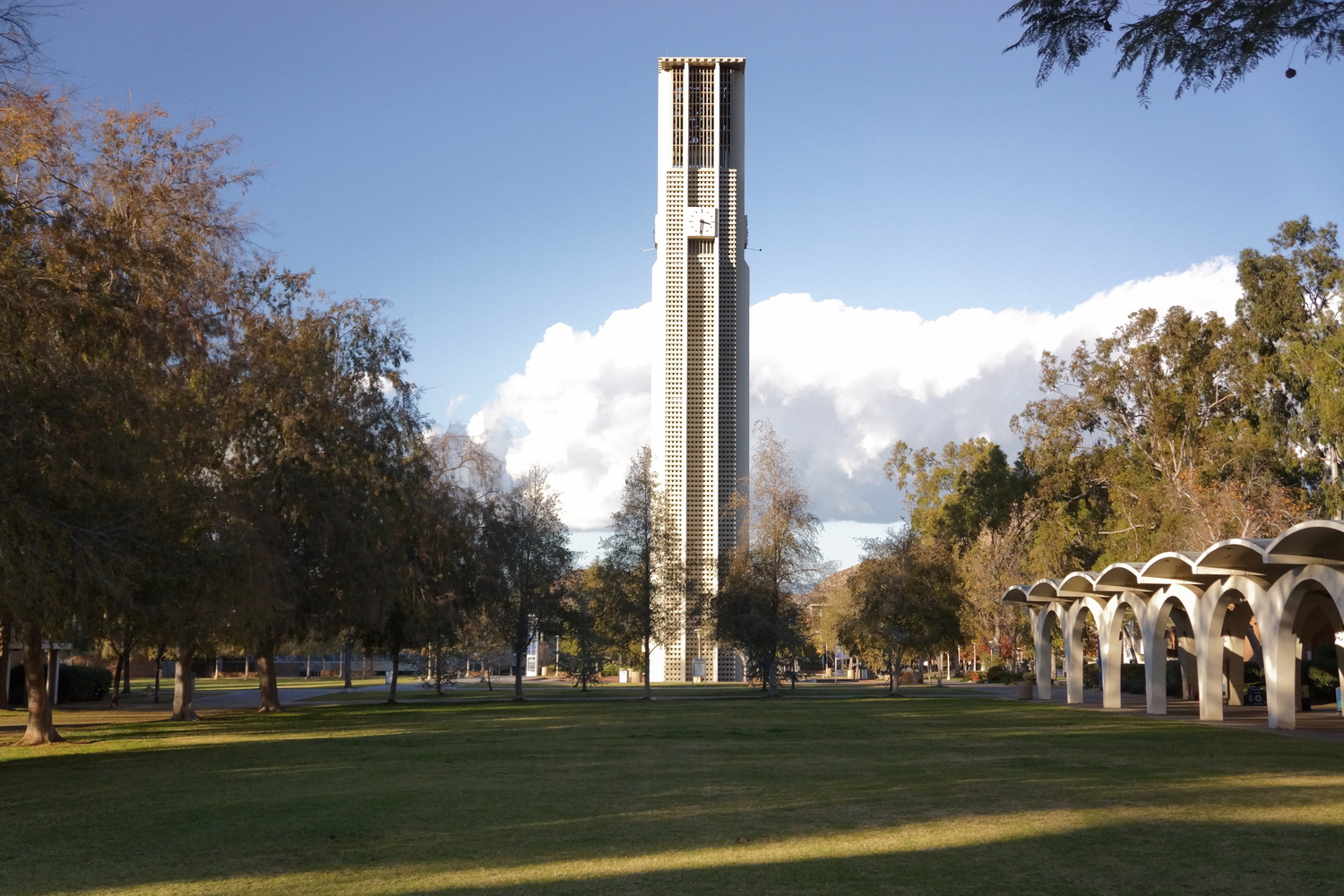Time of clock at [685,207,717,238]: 3:31
